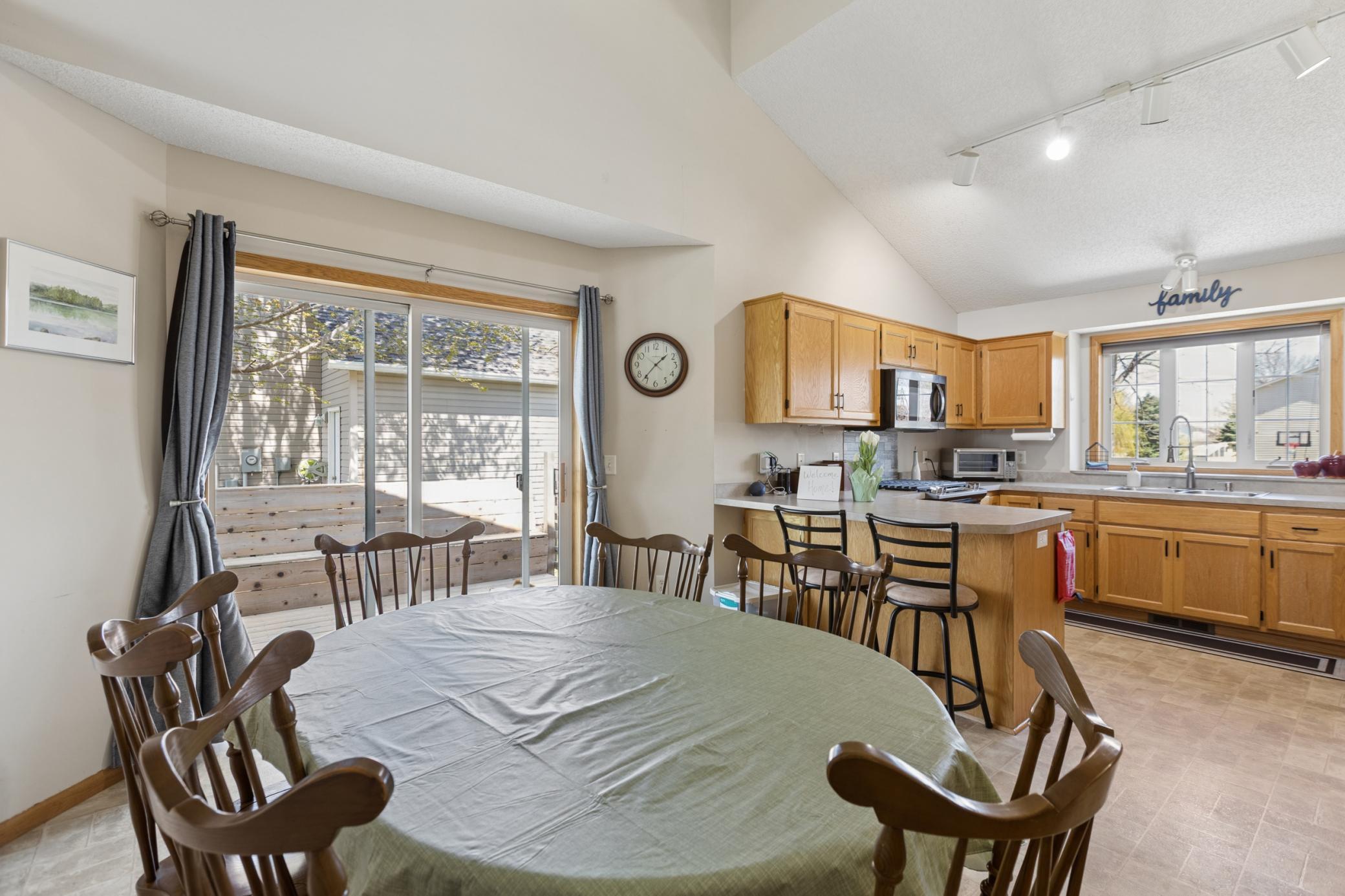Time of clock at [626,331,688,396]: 1:36
